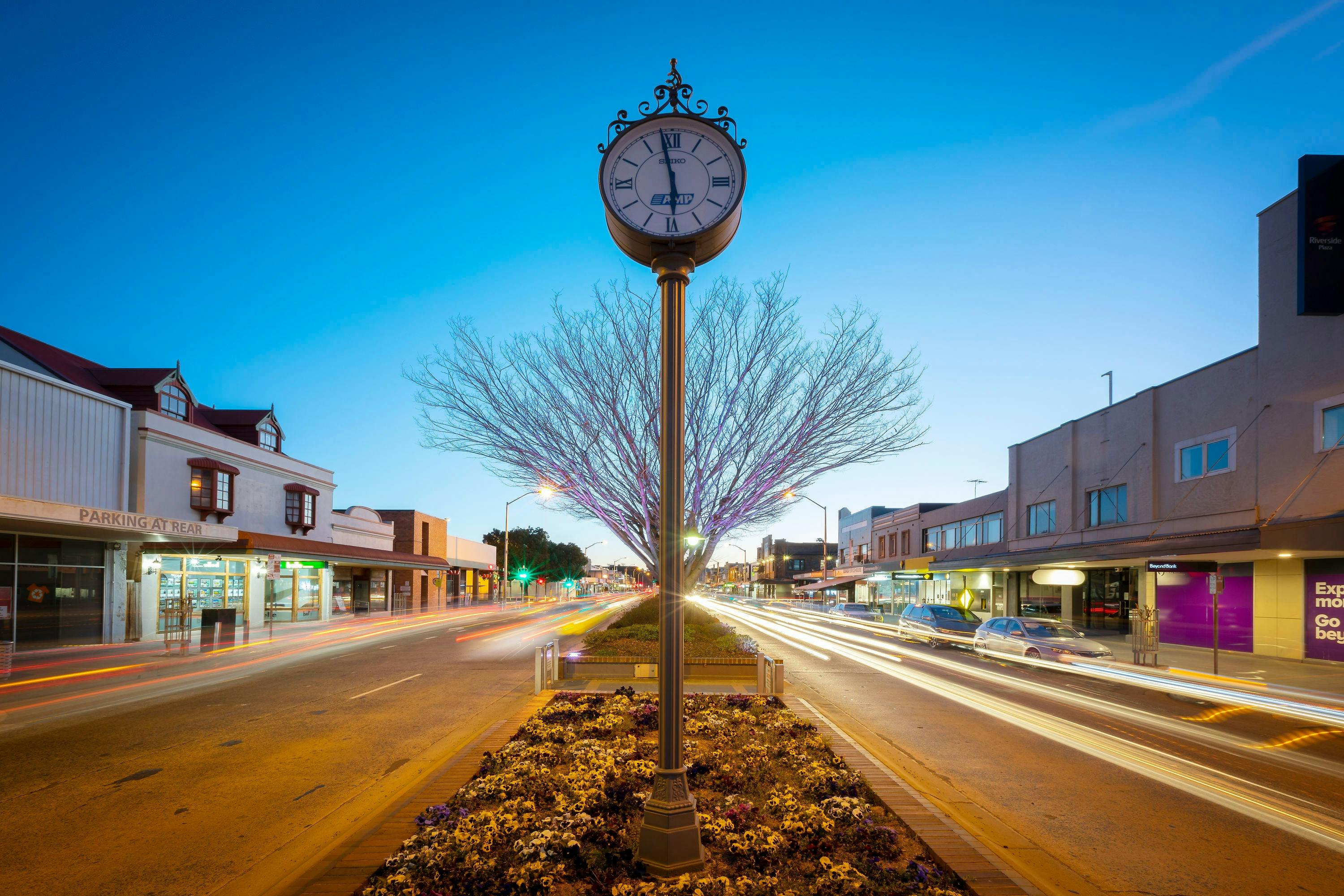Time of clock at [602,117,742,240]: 5:58
